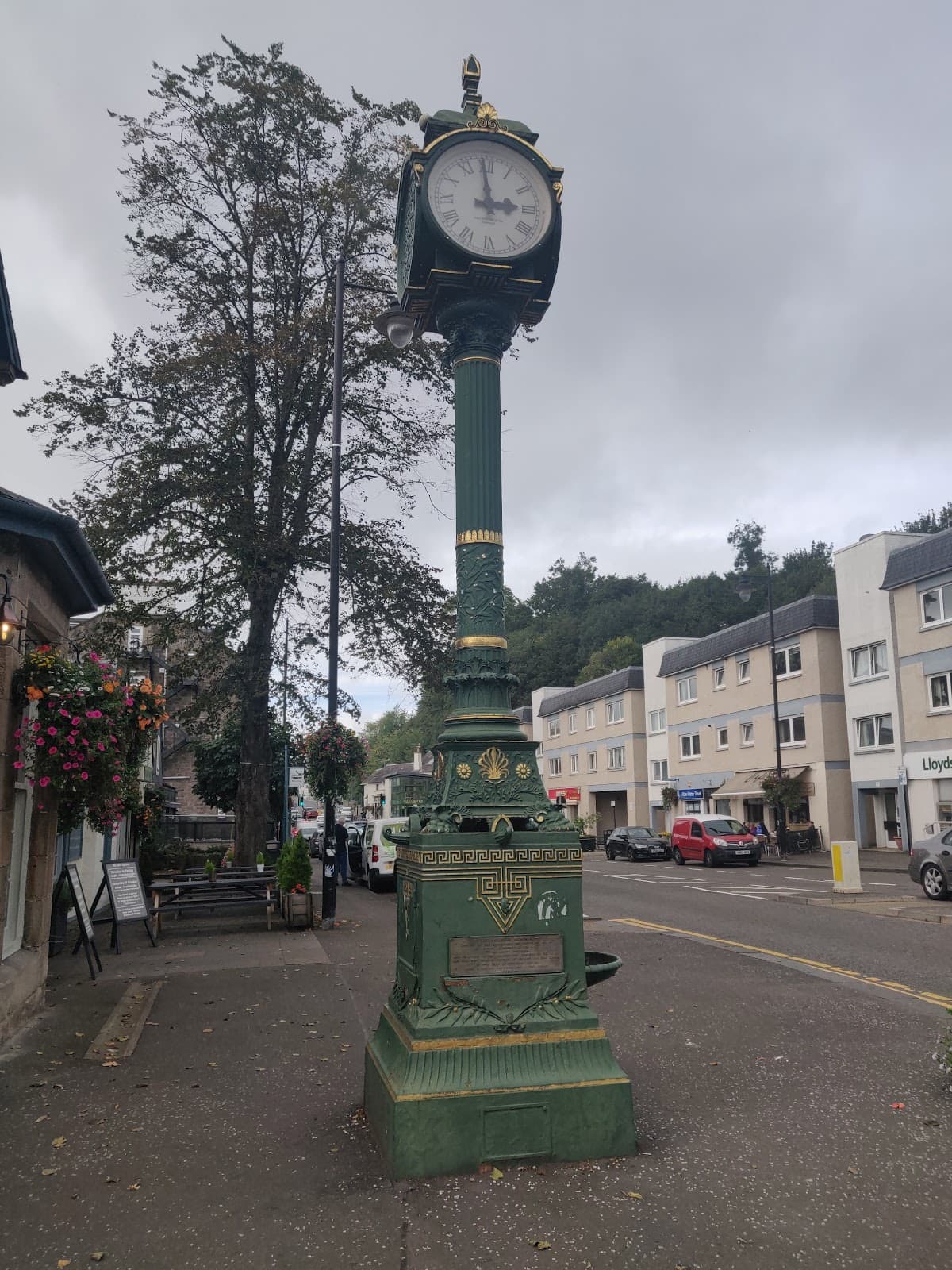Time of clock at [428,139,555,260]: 2:59
